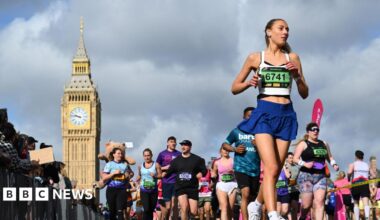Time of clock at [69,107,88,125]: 9:46
